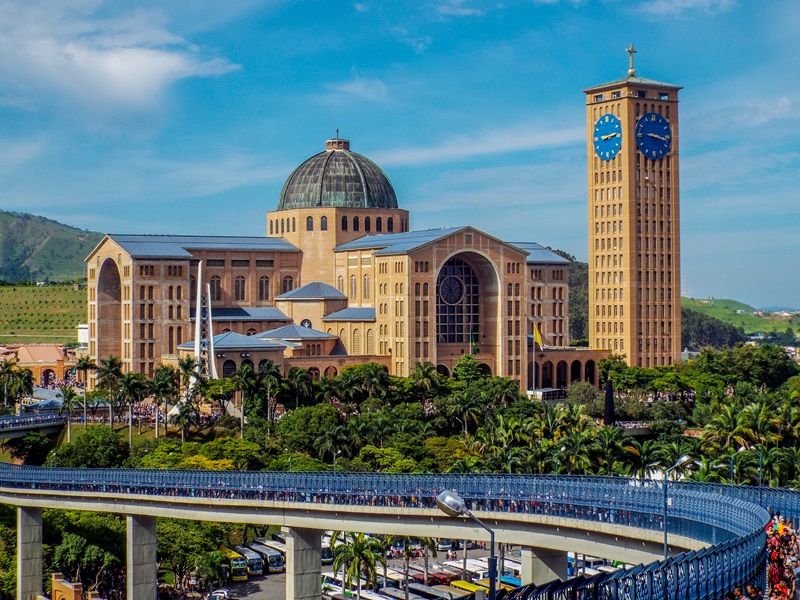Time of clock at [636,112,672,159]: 3:16
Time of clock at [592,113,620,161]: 9:13
